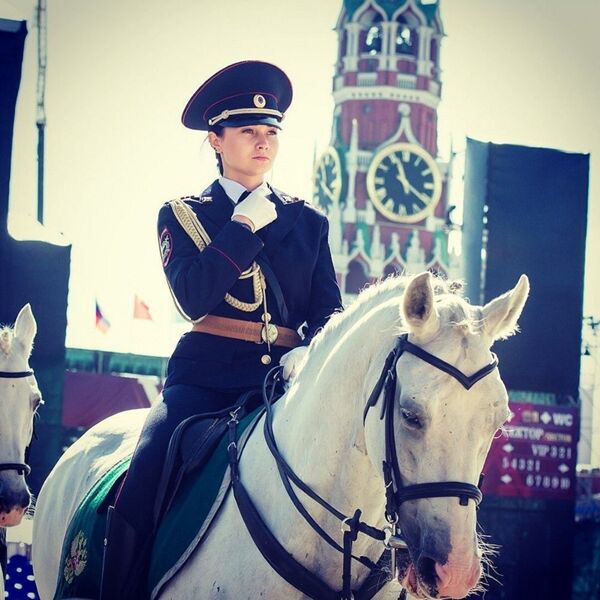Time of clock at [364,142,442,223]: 11:21
